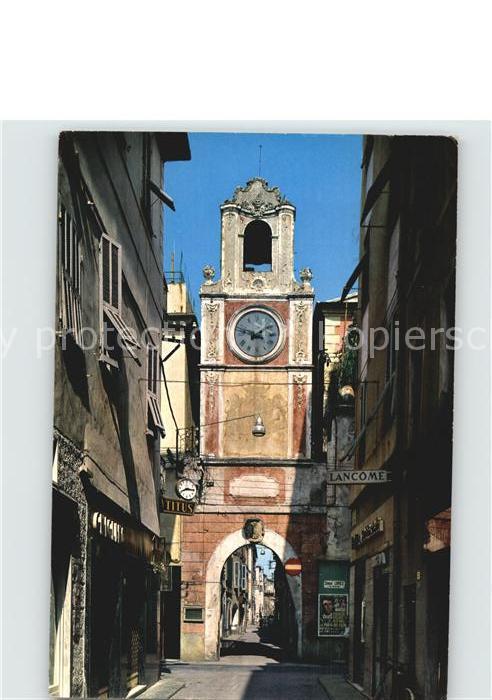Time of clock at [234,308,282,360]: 1:47
